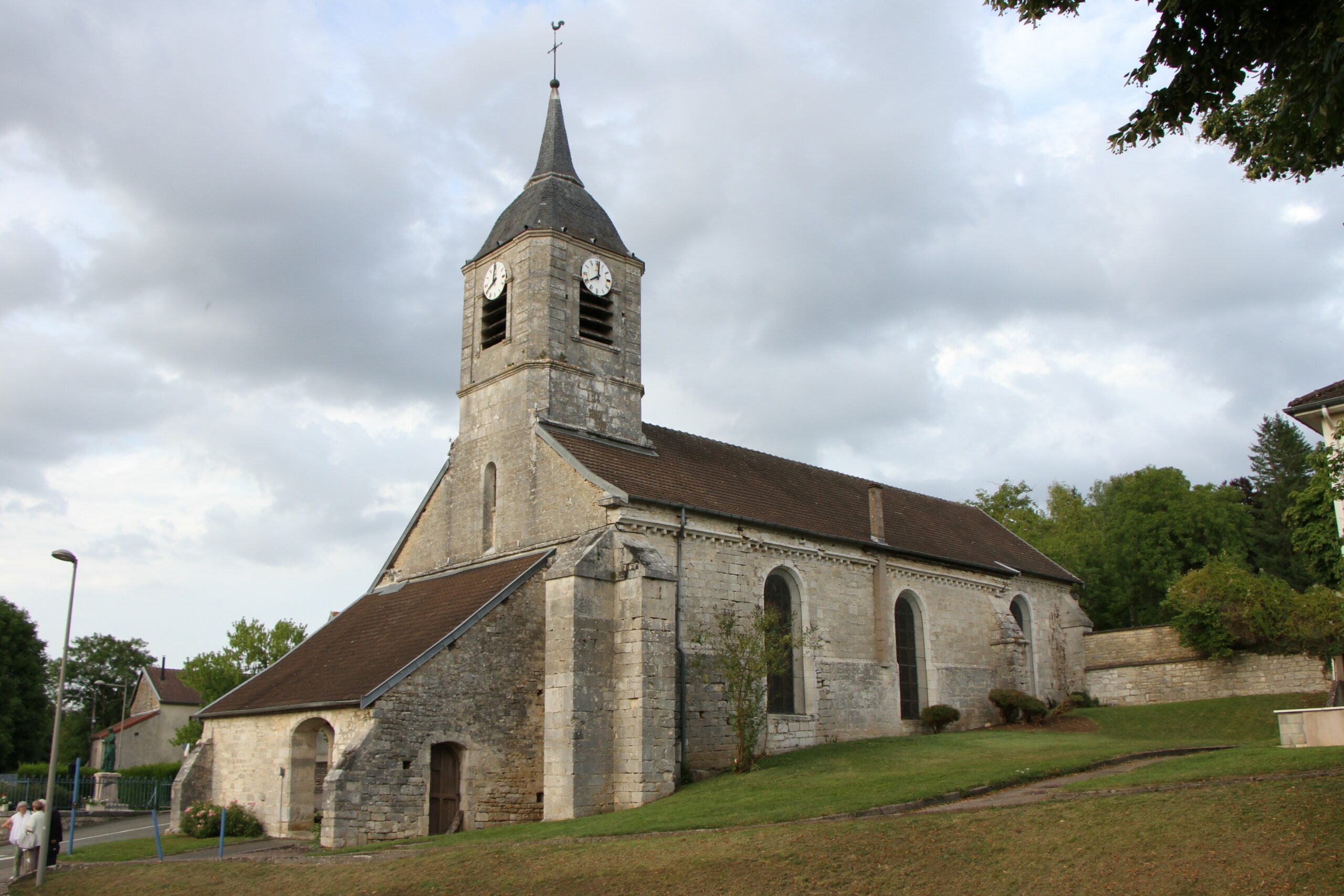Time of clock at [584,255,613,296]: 8:01
